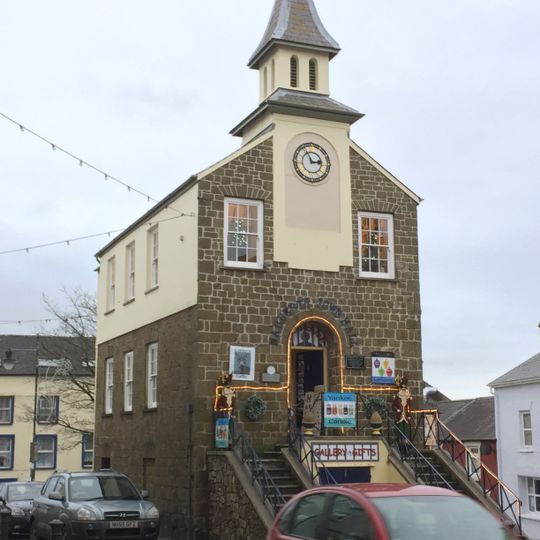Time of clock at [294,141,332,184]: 2:56
